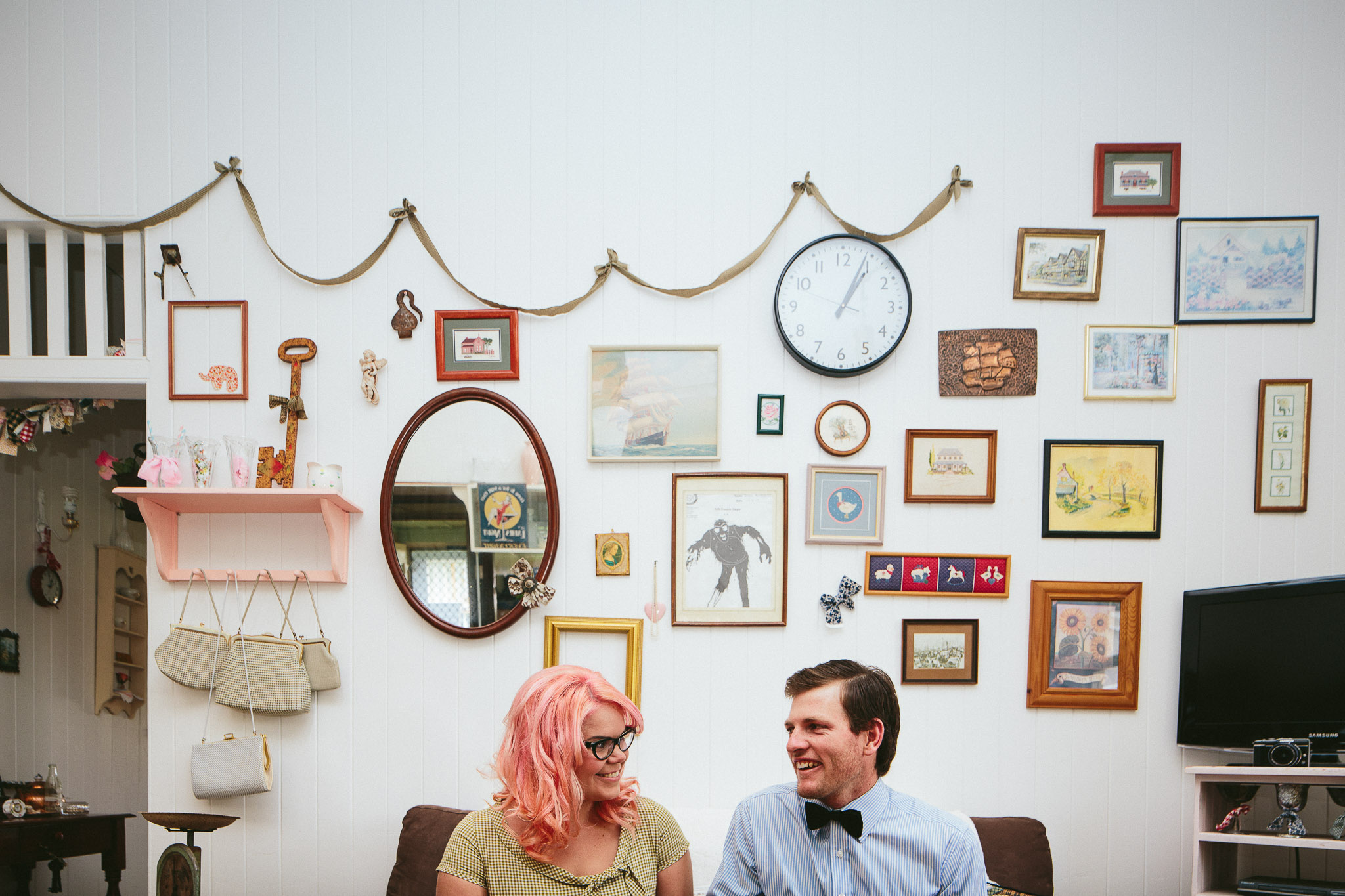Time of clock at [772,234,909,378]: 1:04
